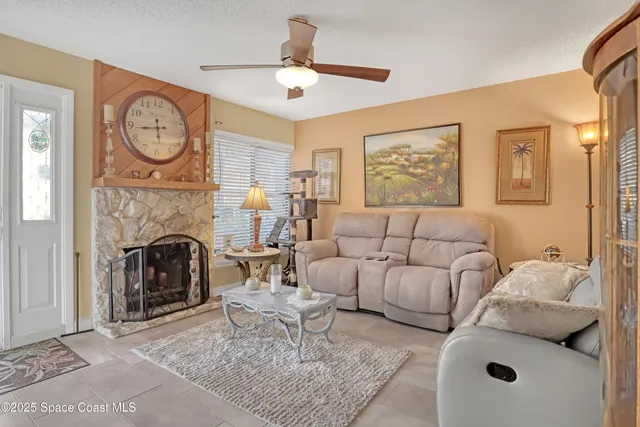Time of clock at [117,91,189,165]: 5:43
